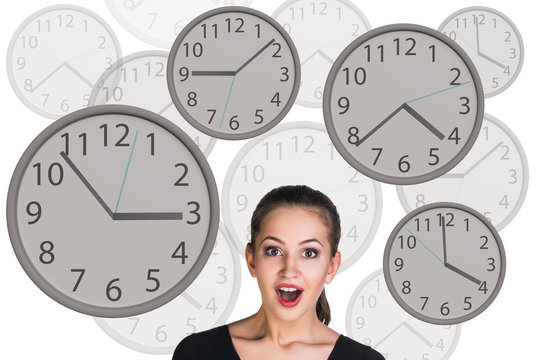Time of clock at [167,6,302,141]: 9:08
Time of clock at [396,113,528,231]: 4:21
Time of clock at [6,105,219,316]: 2:53
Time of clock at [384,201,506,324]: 3:59
